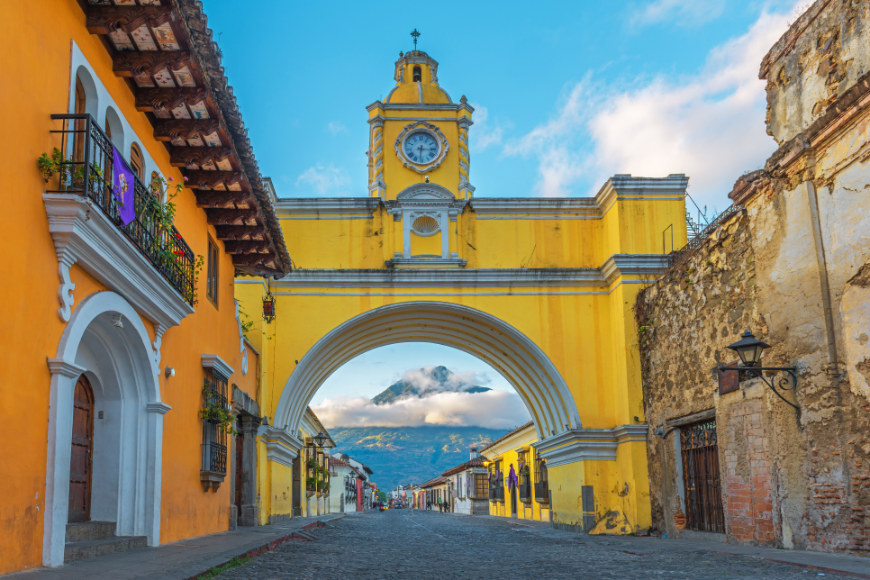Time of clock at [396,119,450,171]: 6:15
